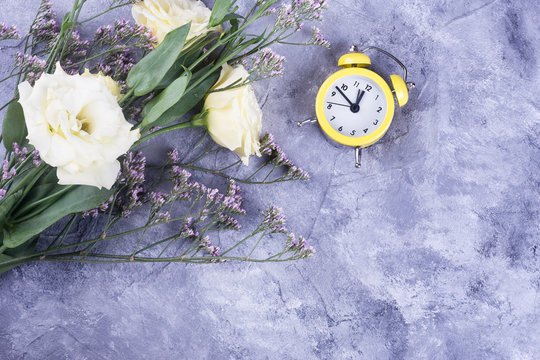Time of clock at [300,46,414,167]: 12:52
